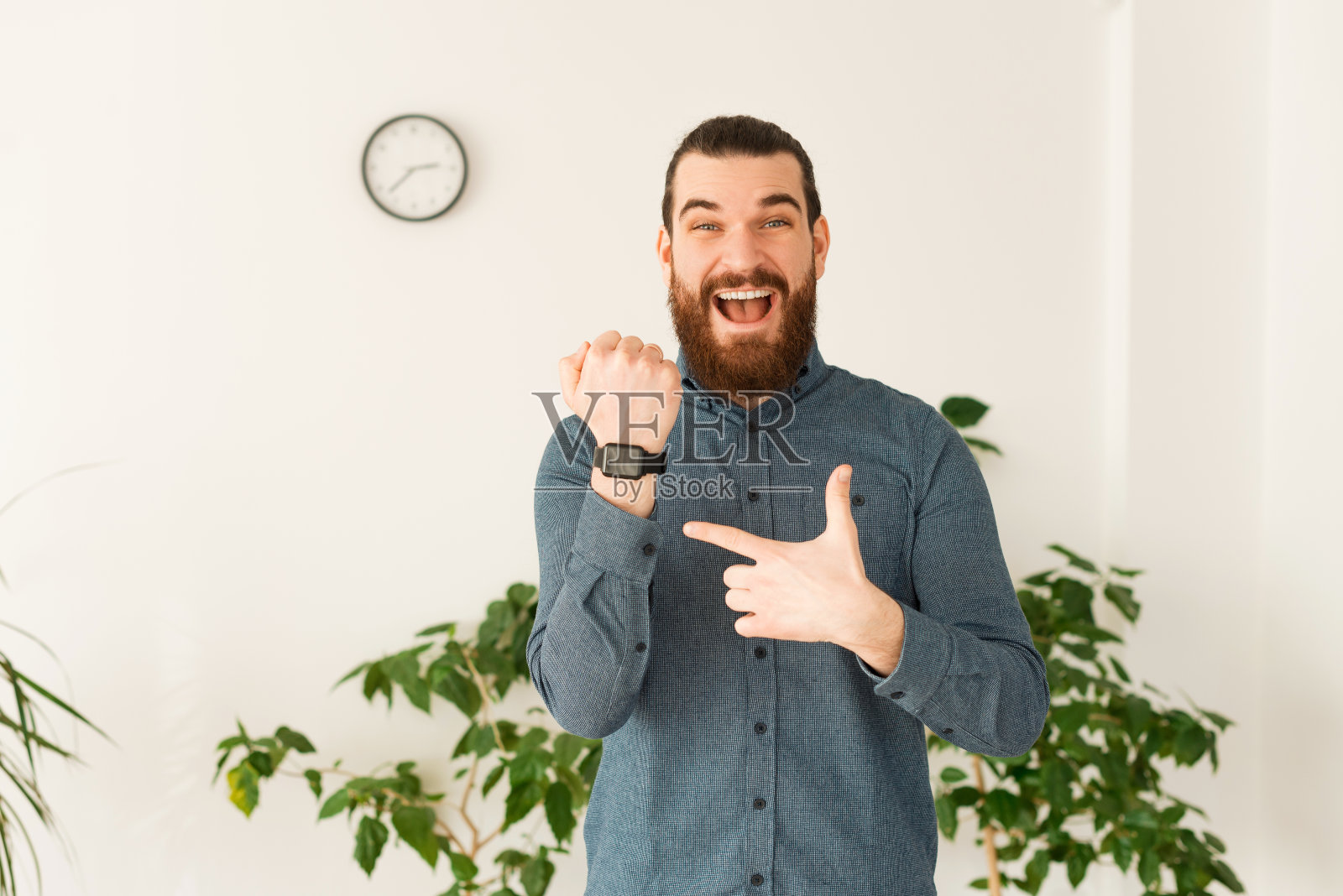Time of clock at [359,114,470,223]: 2:37
